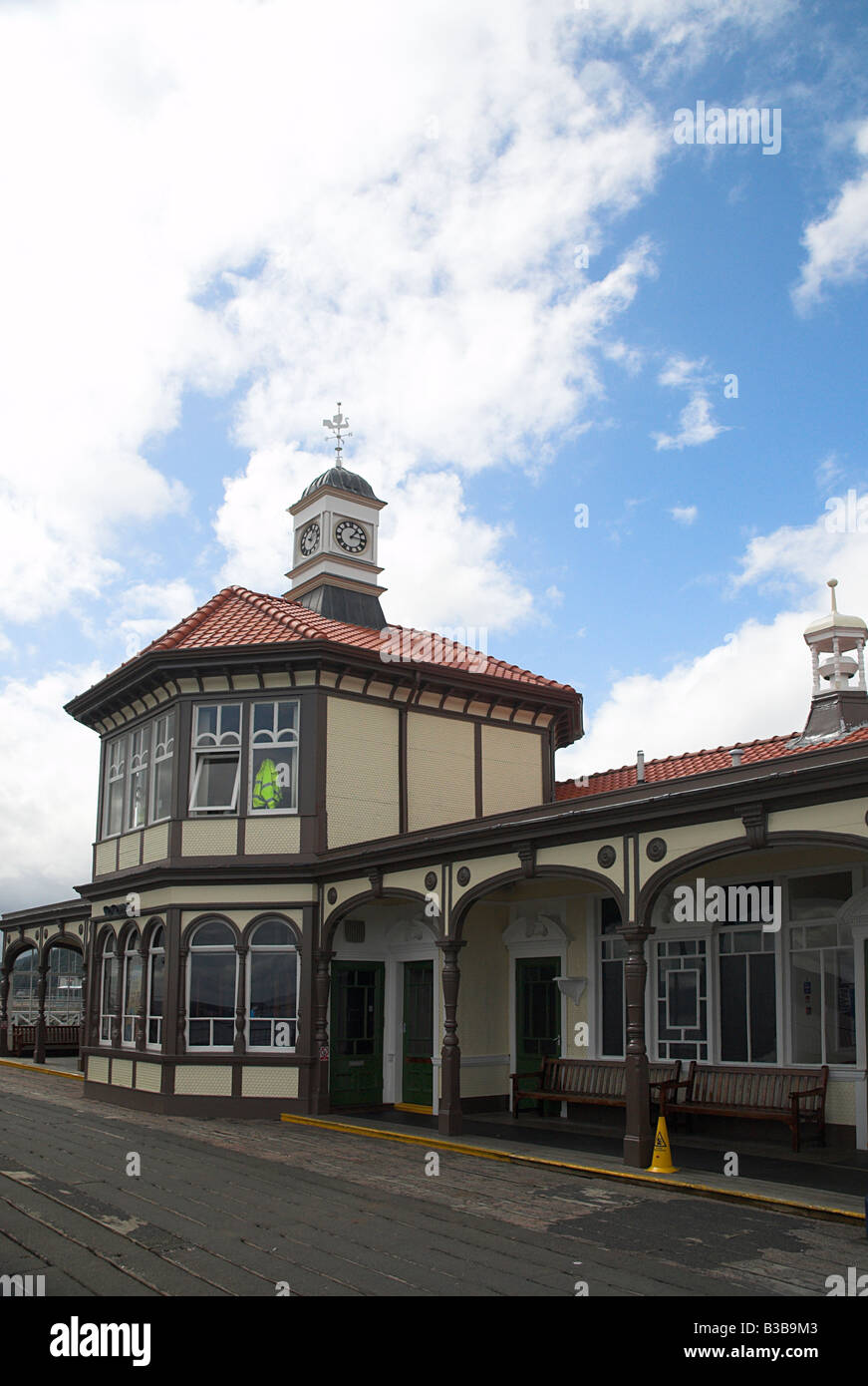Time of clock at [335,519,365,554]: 1:16
